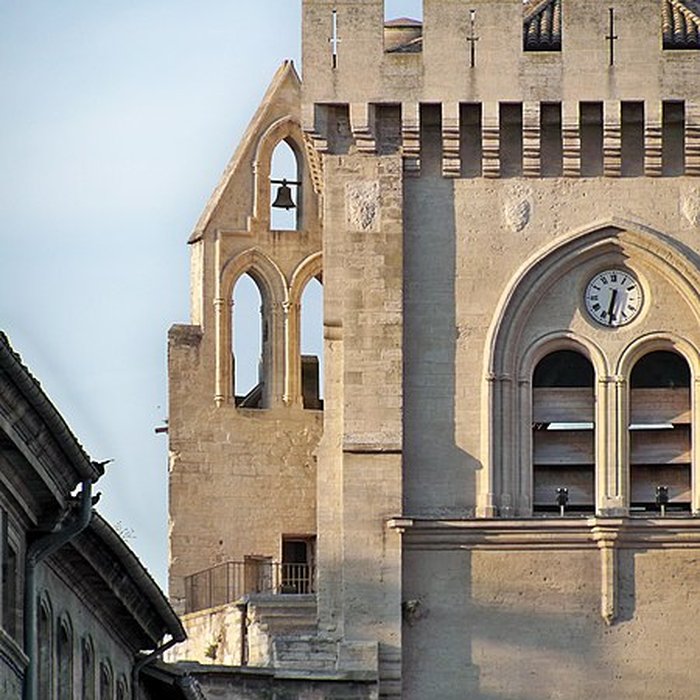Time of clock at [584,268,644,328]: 6:31
